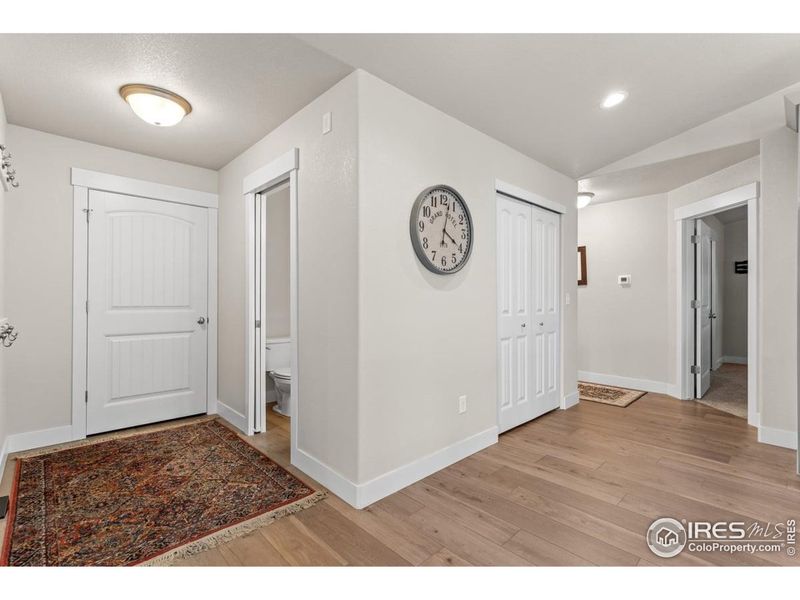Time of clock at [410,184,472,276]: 4:02
